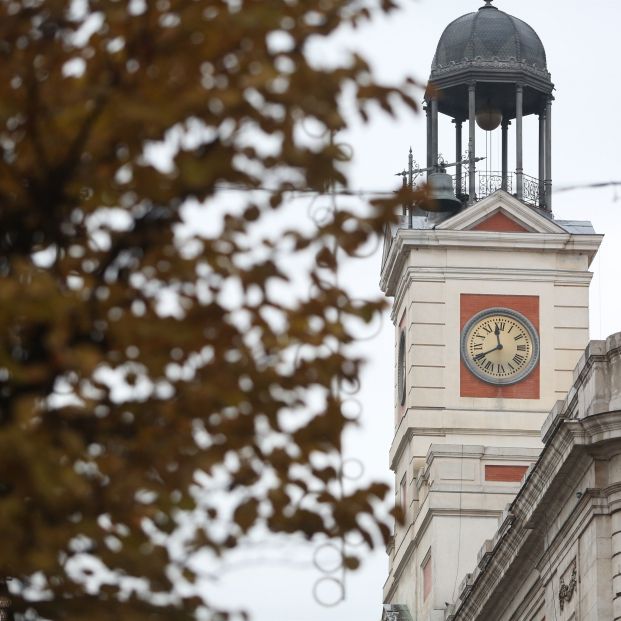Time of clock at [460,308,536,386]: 11:40
